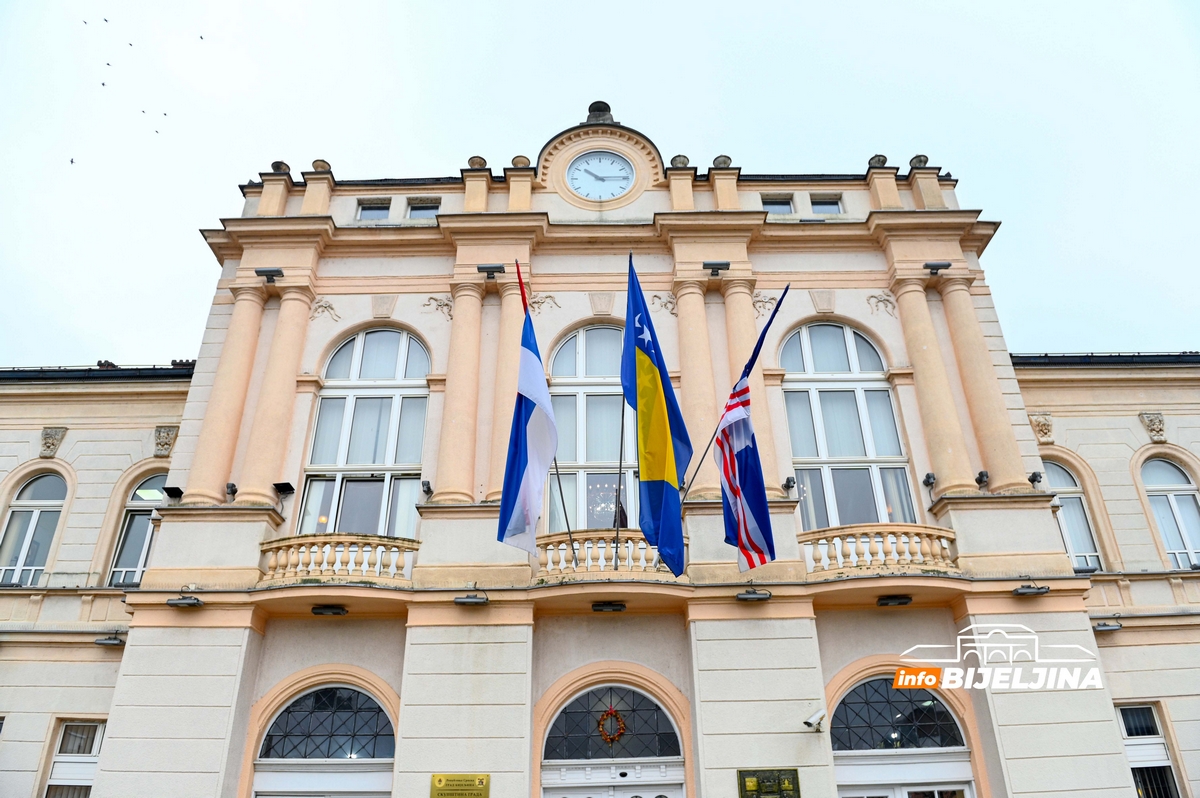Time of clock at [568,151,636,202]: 10:14
